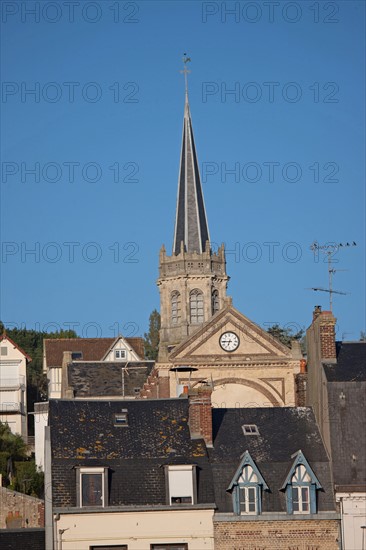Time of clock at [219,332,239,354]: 6:45
